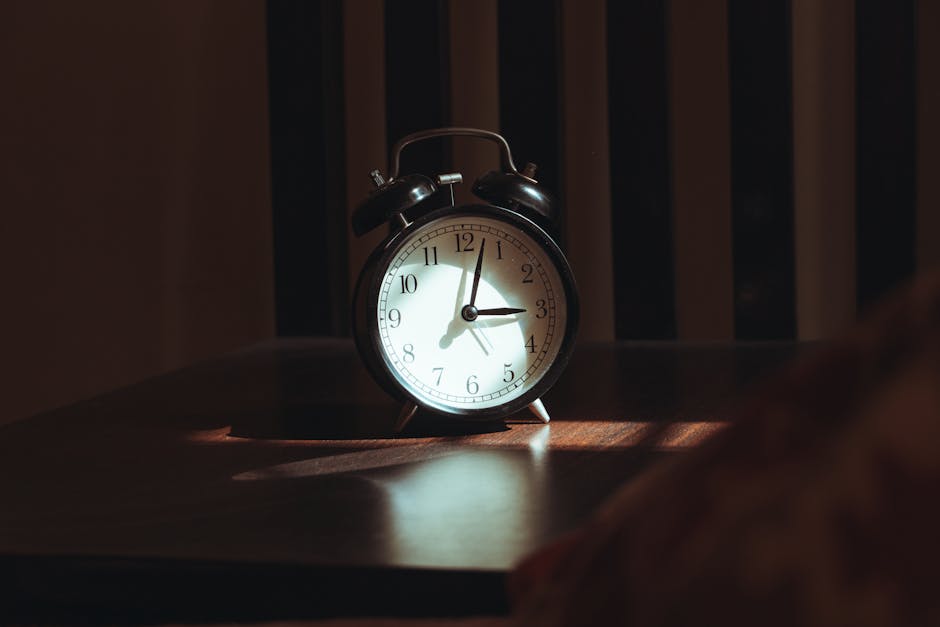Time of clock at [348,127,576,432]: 3:02
